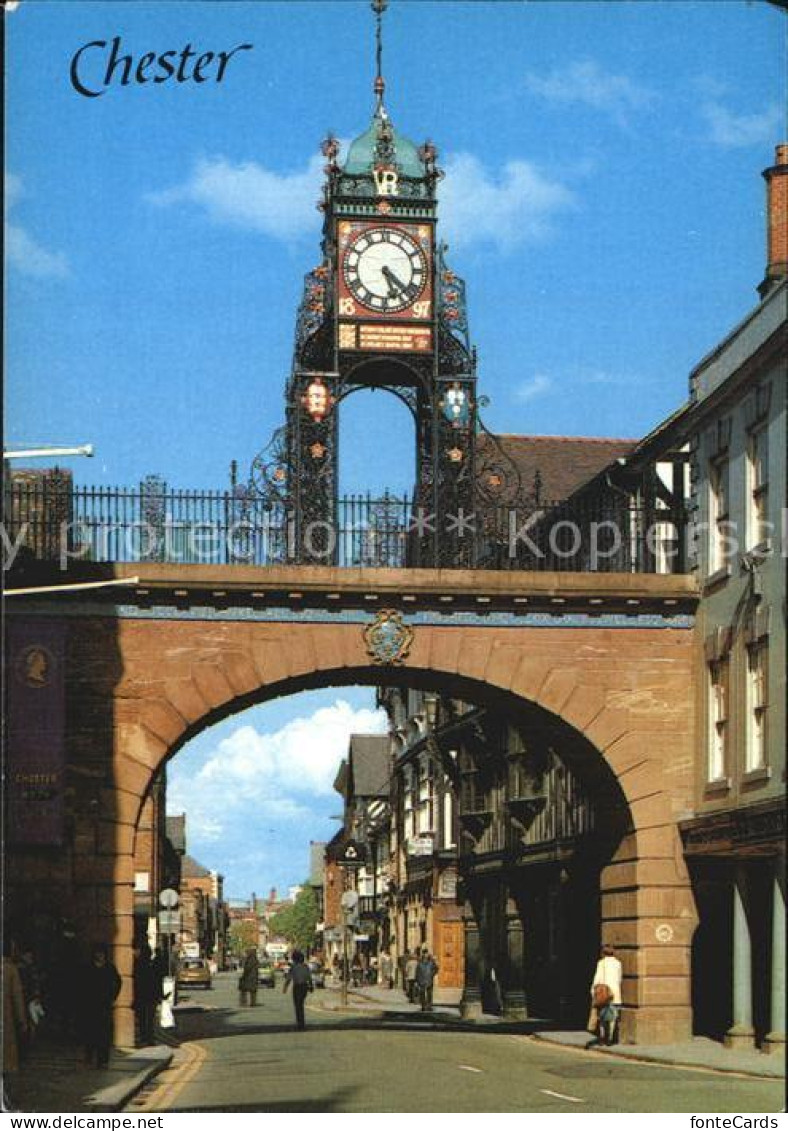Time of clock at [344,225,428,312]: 5:22
